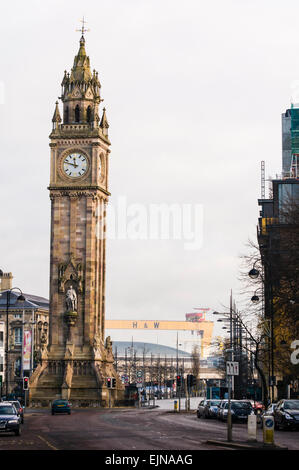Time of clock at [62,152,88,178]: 11:47
